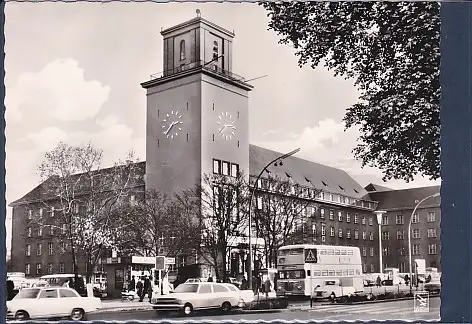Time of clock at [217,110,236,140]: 2:38
